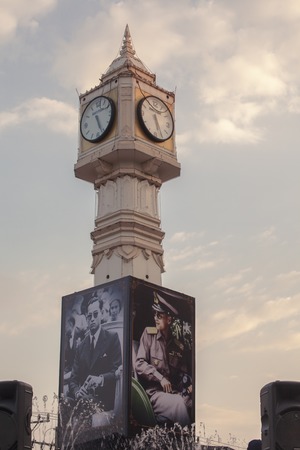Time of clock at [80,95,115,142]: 5:26
